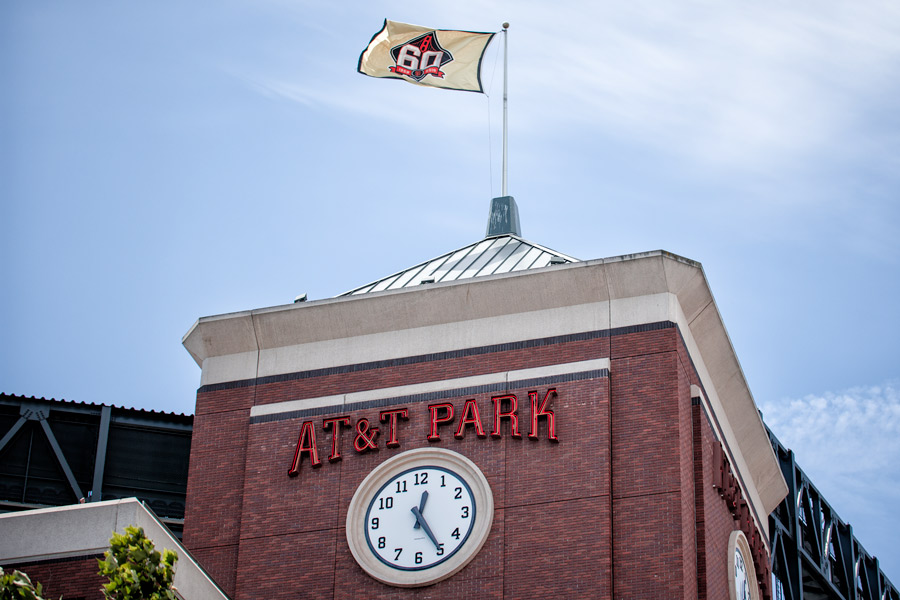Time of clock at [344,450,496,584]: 12:24
